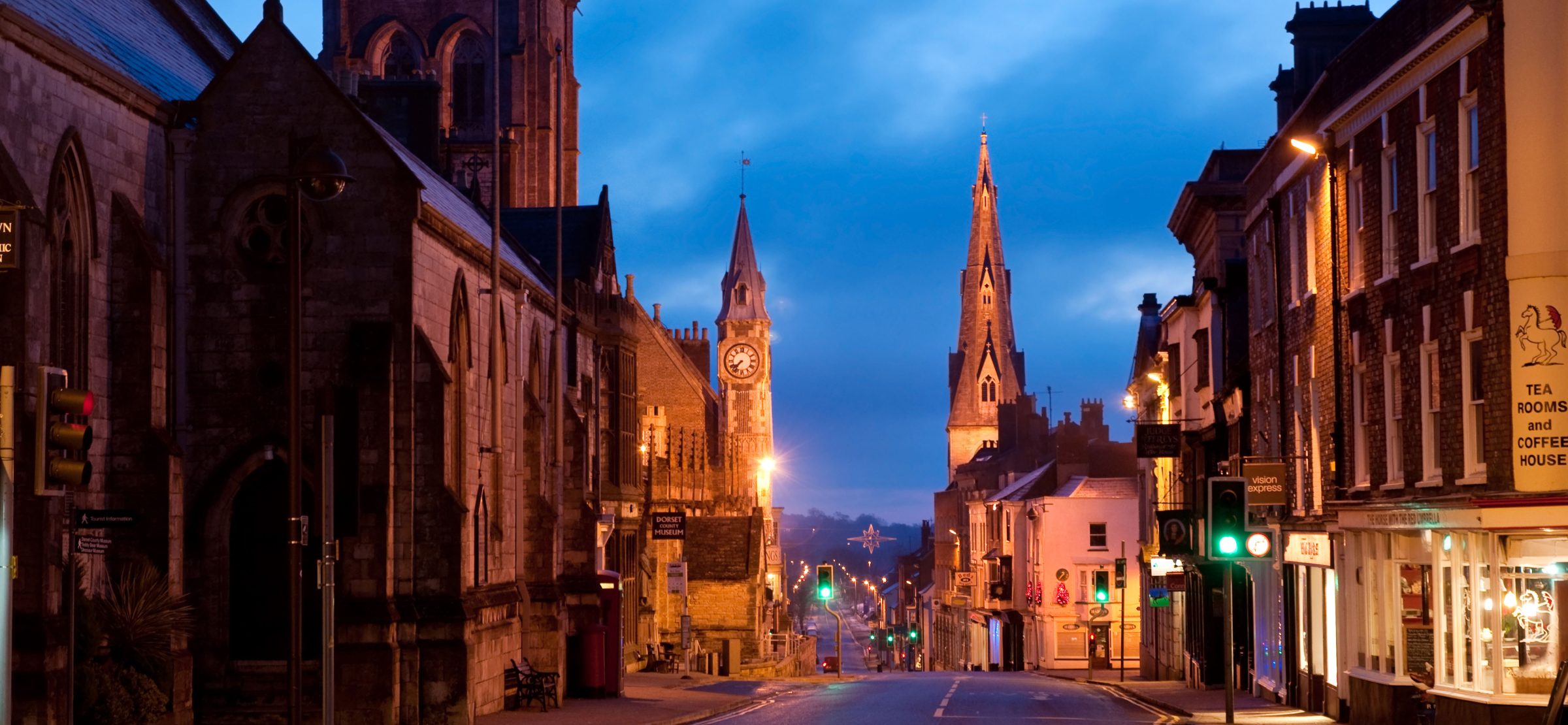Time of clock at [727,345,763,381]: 7:37
